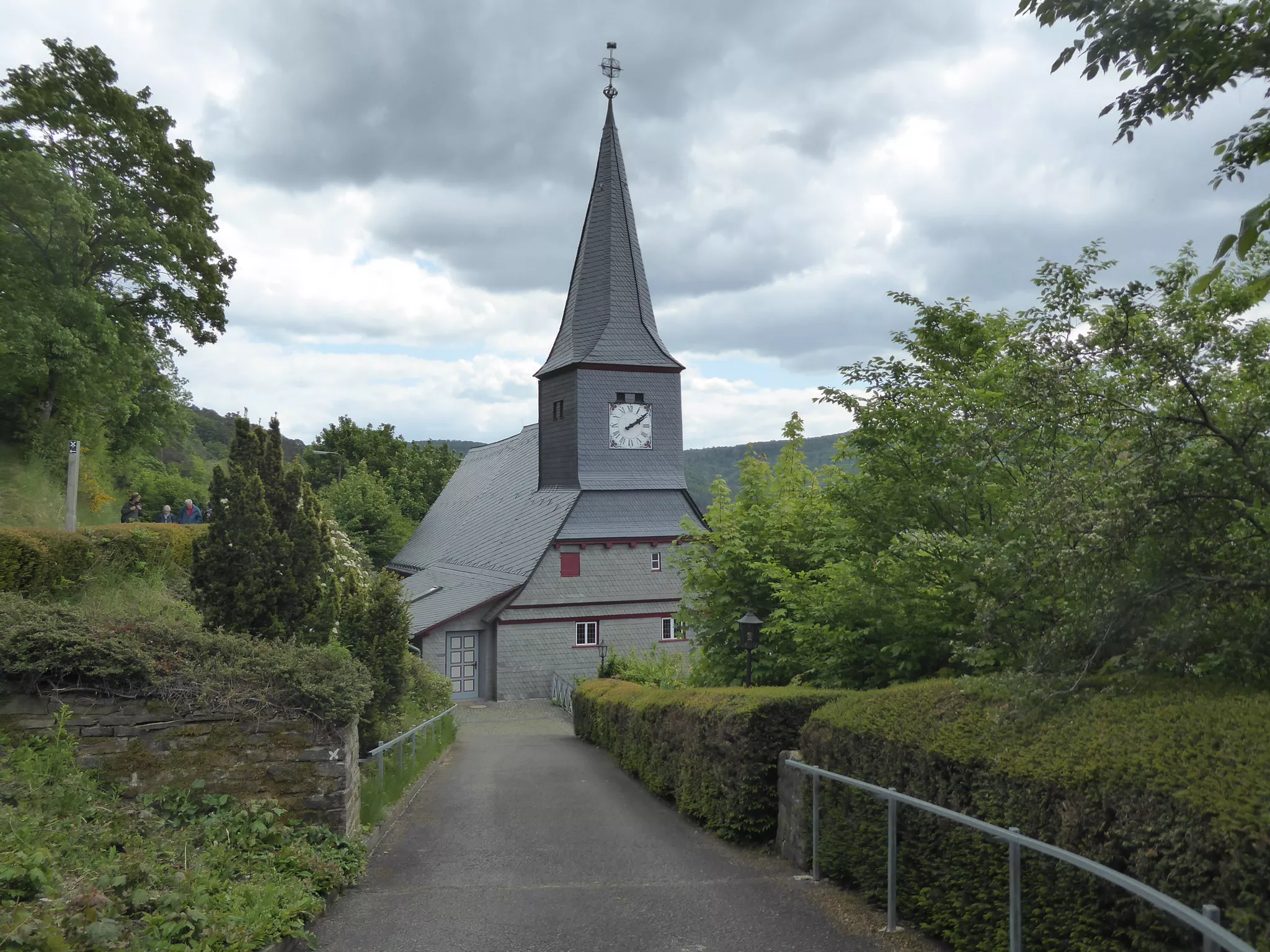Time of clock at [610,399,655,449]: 2:09
